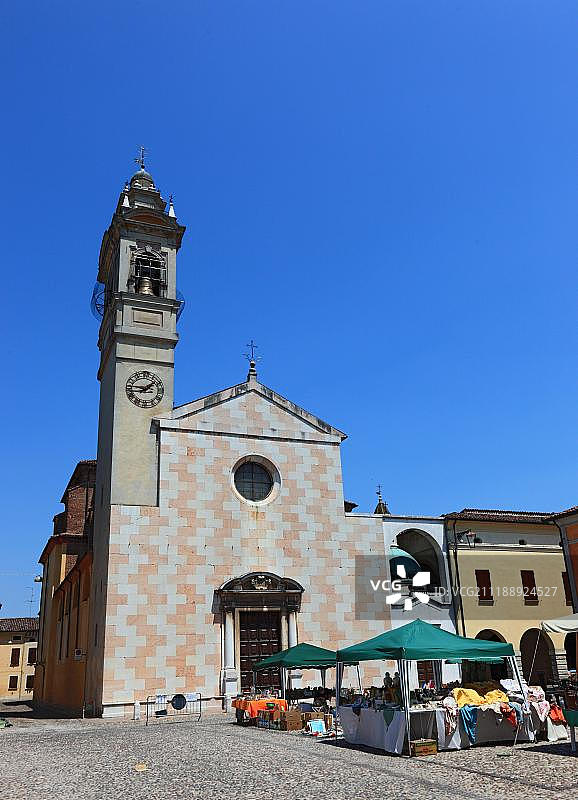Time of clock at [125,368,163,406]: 1:46
